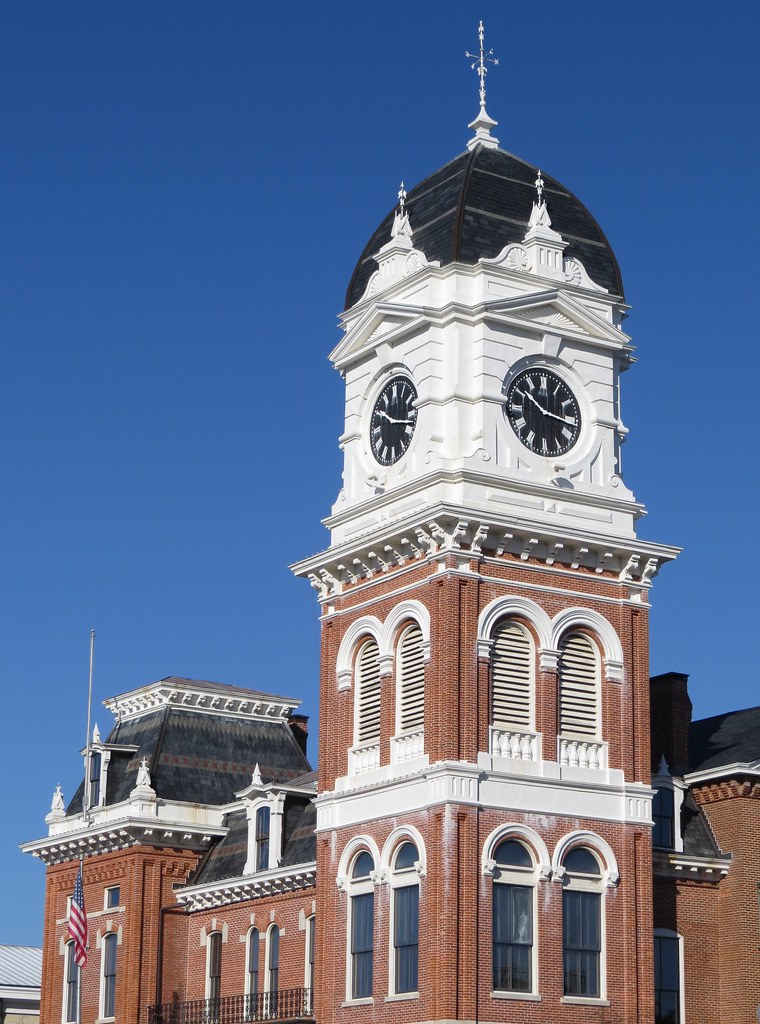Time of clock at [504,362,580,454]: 10:16
